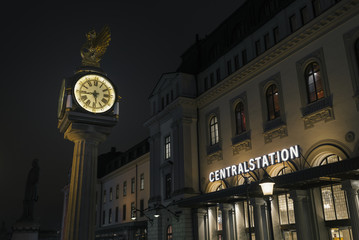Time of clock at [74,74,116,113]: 5:43
